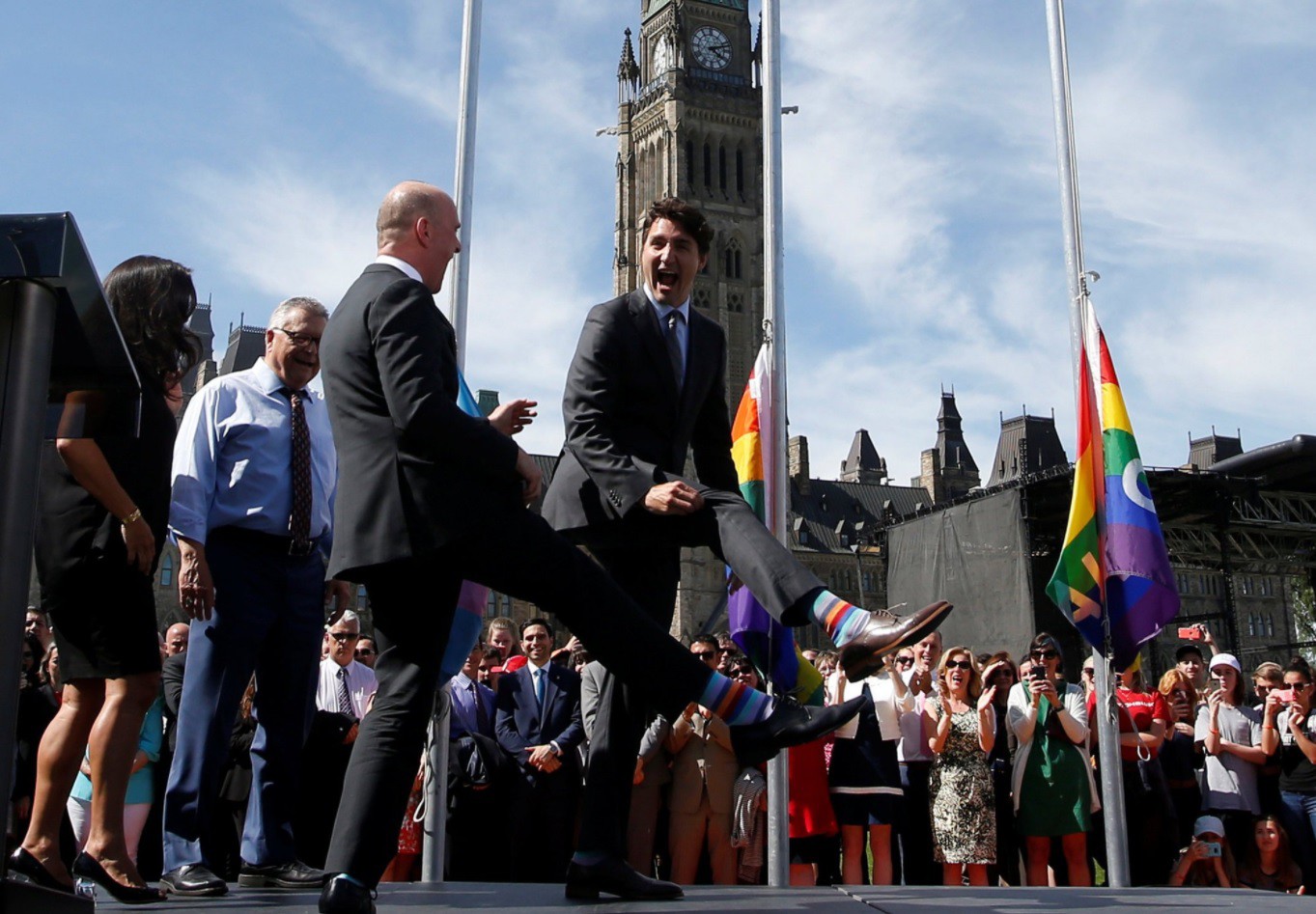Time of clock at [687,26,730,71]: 4:12
